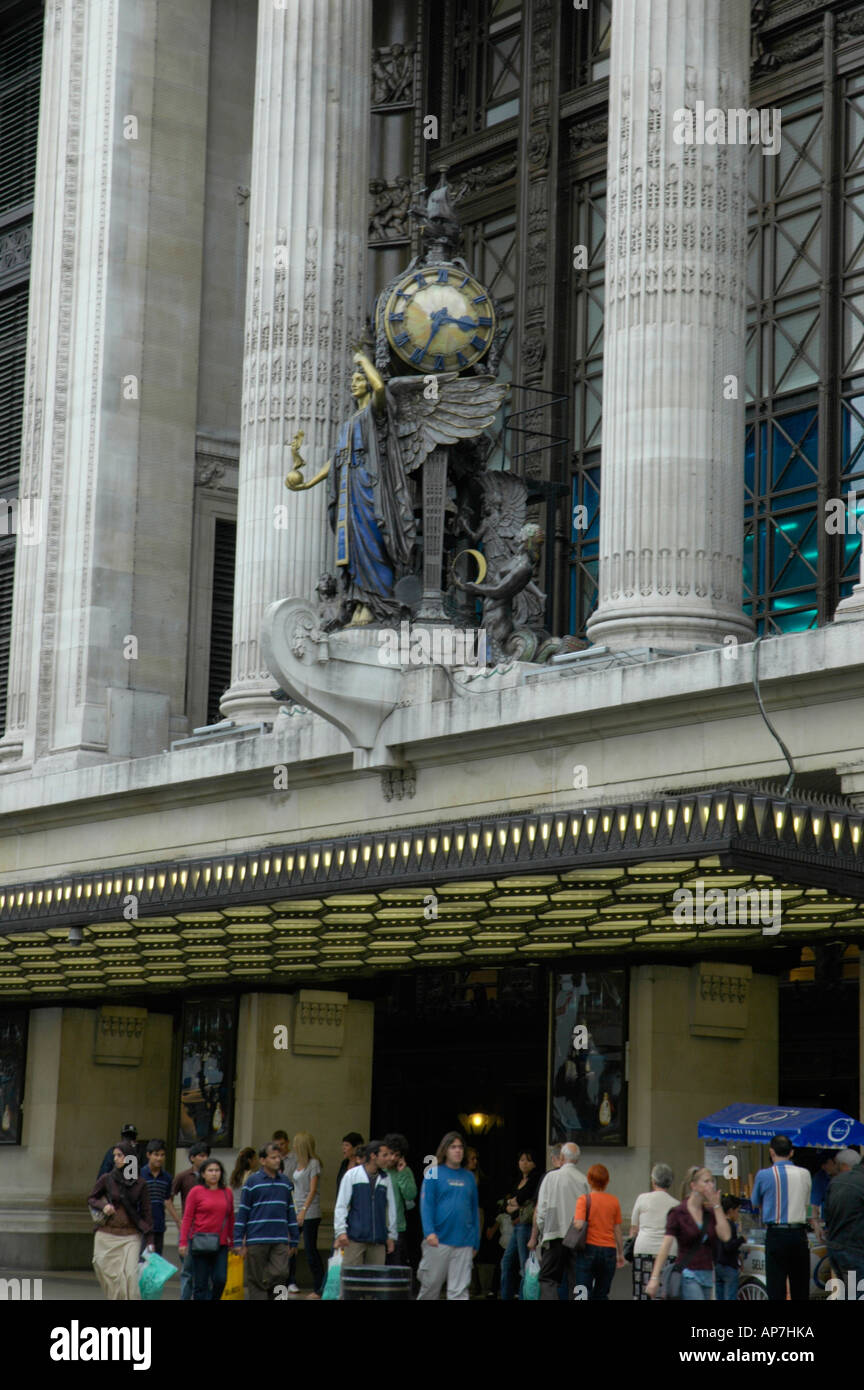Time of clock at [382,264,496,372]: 3:34
